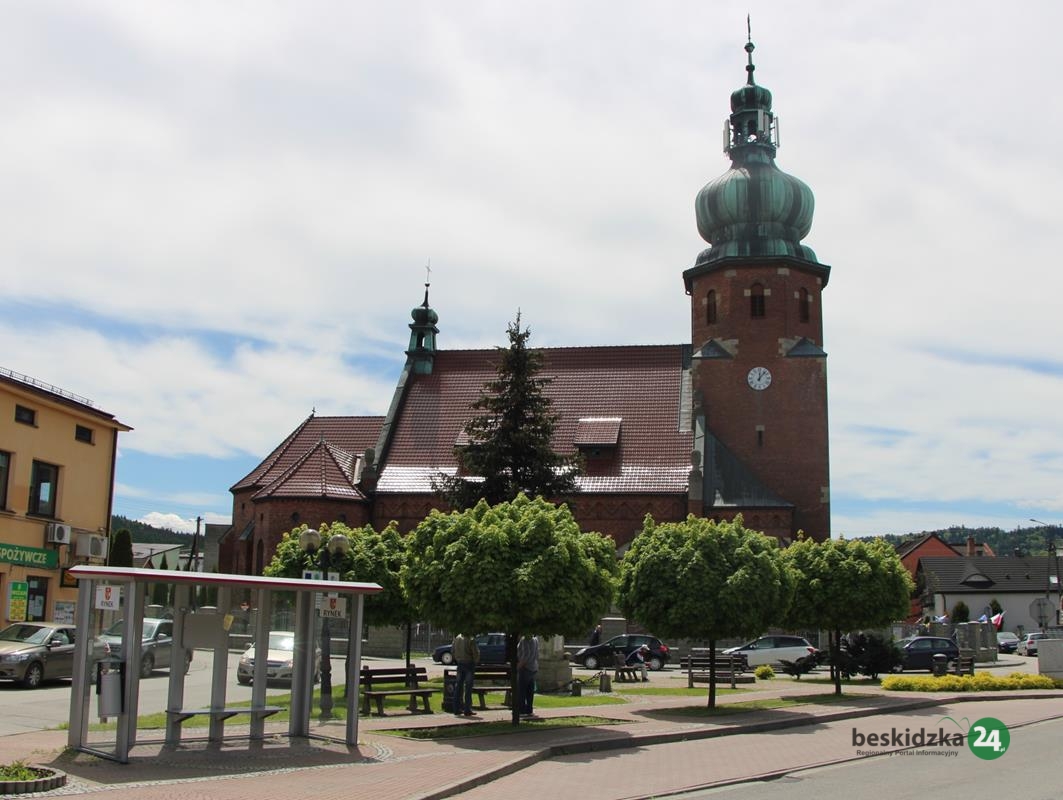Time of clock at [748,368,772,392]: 12:07
